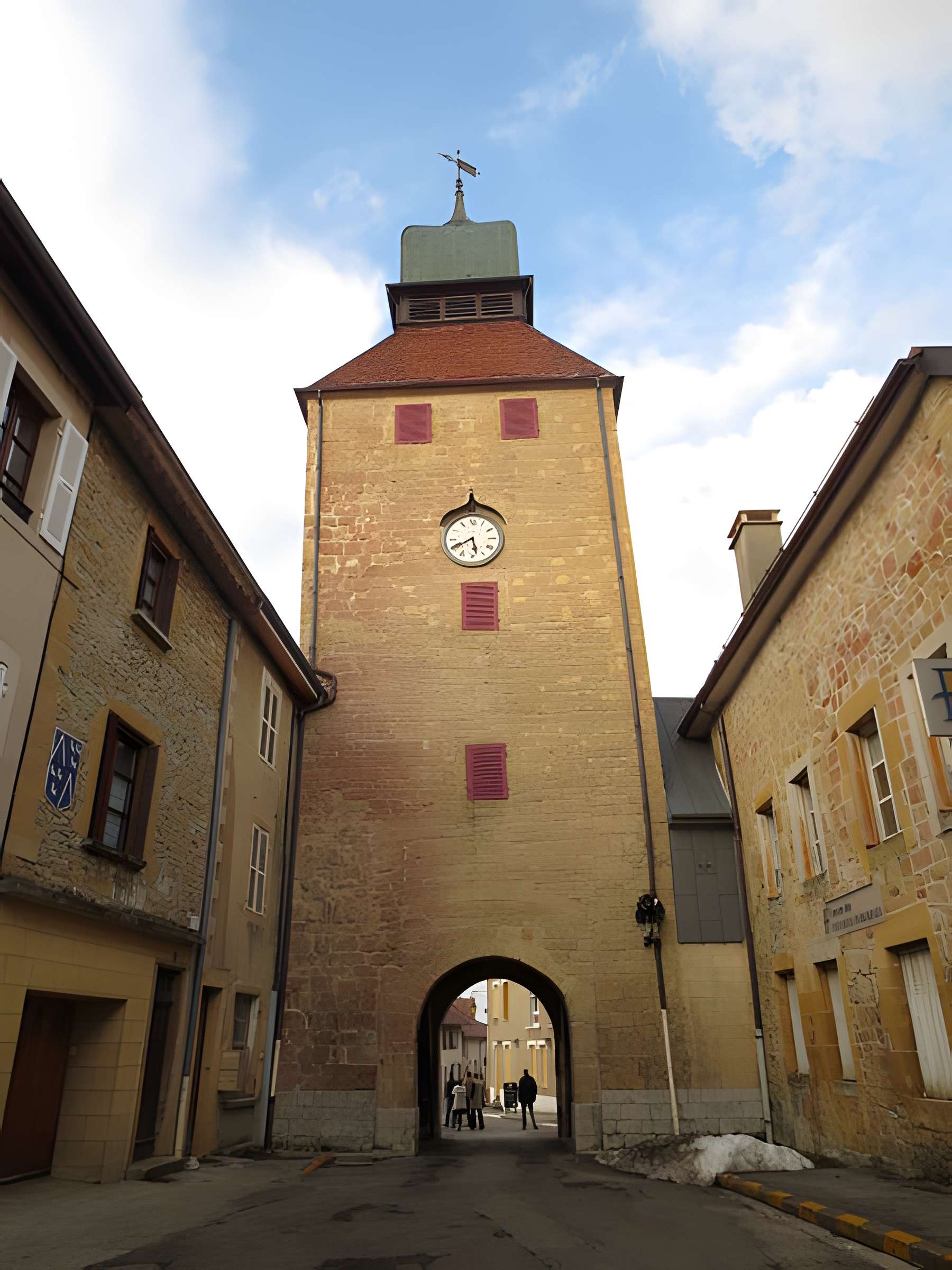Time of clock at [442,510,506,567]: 5:40
